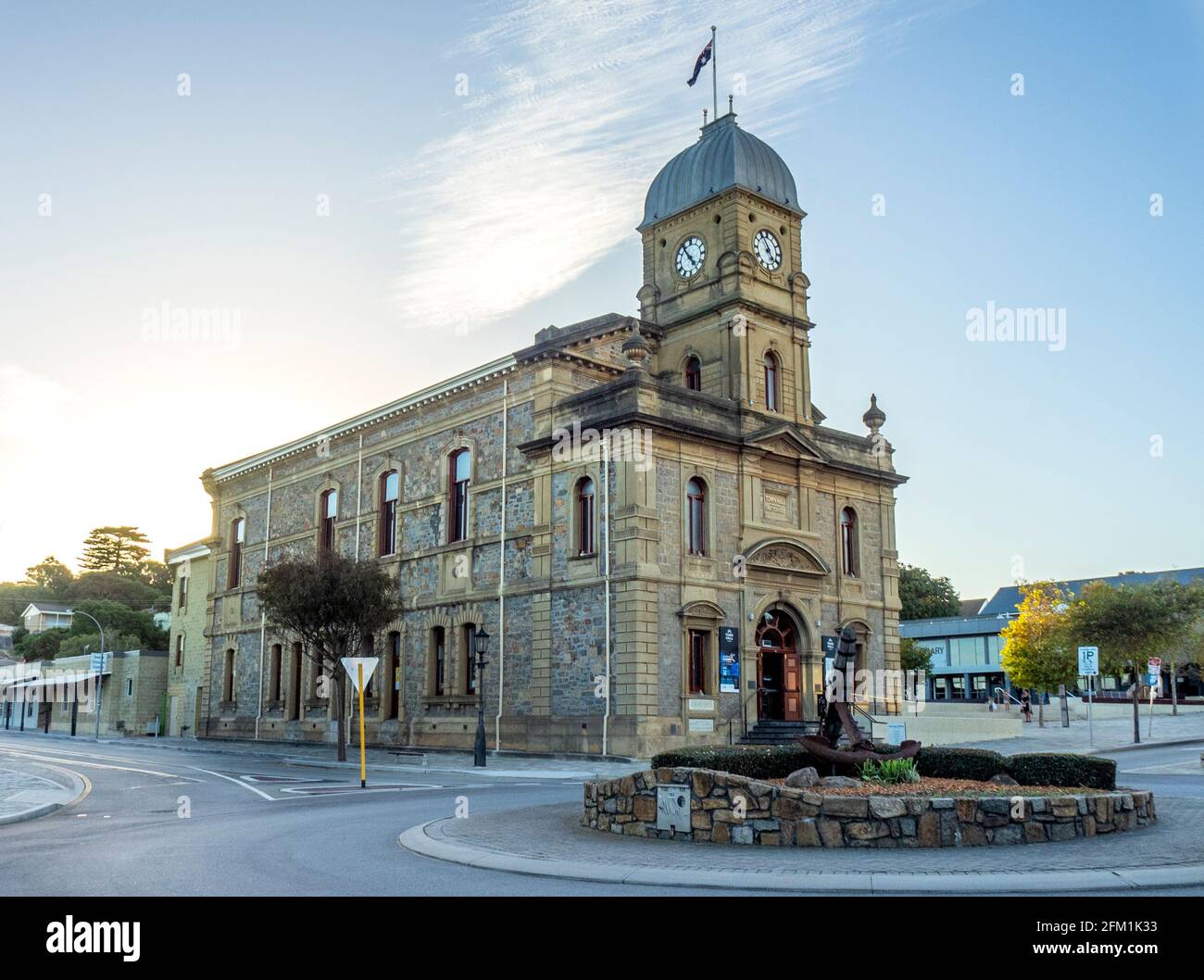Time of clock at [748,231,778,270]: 4:55
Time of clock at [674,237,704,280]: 4:54
